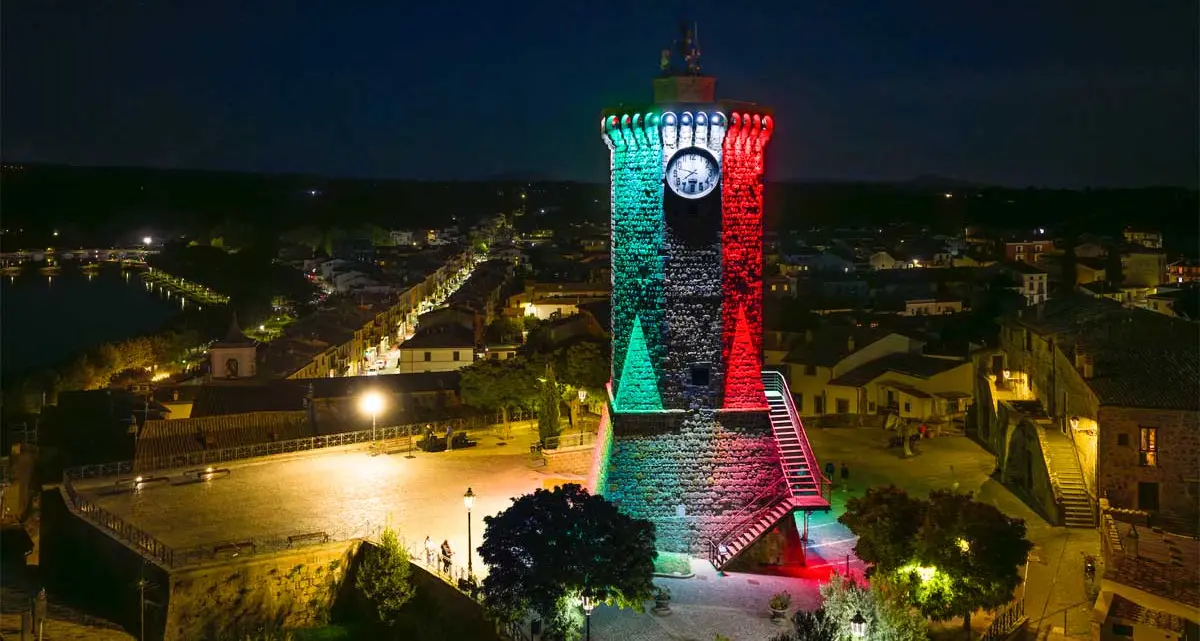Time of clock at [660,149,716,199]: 7:47
